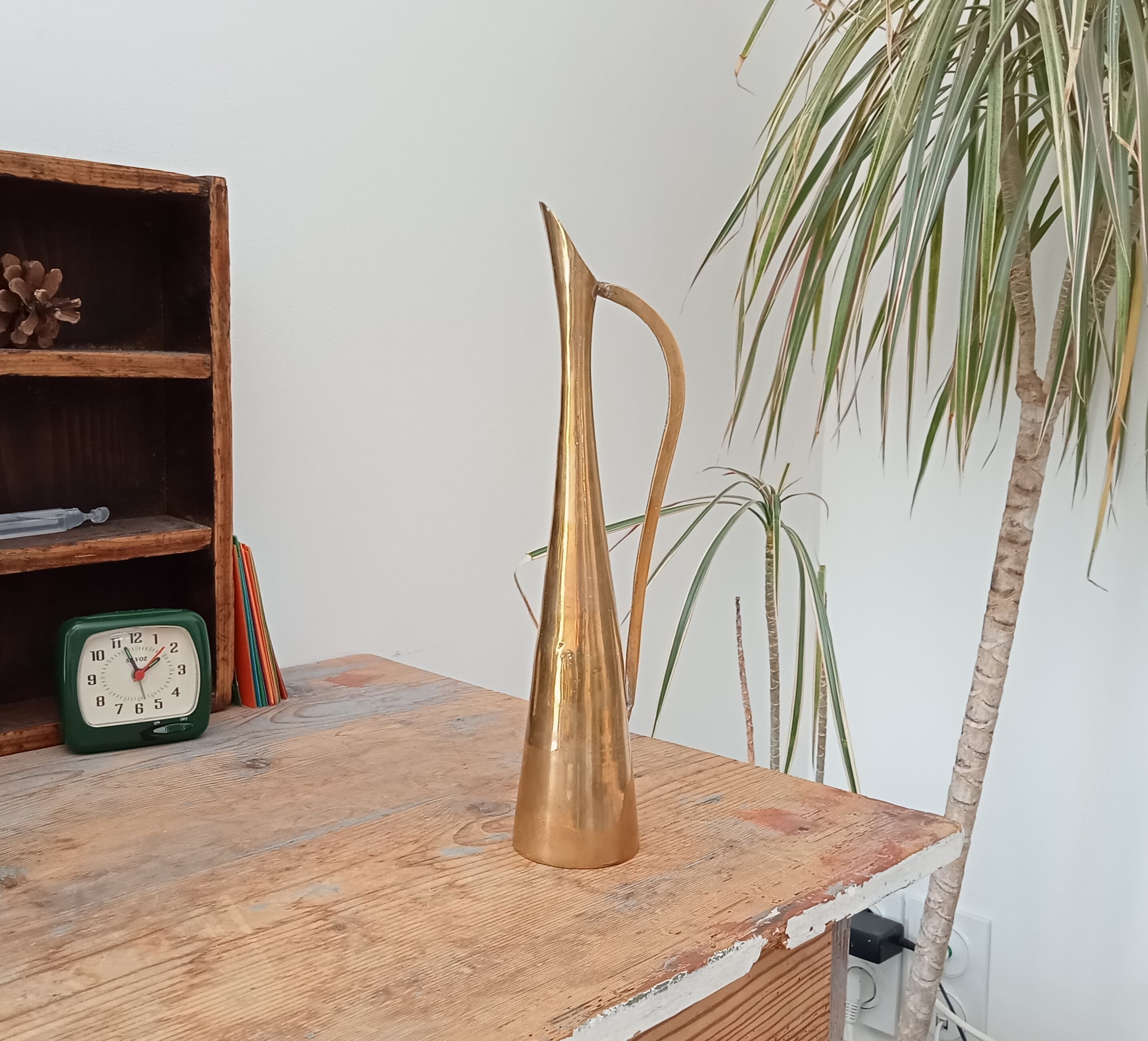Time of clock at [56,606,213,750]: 1:56
